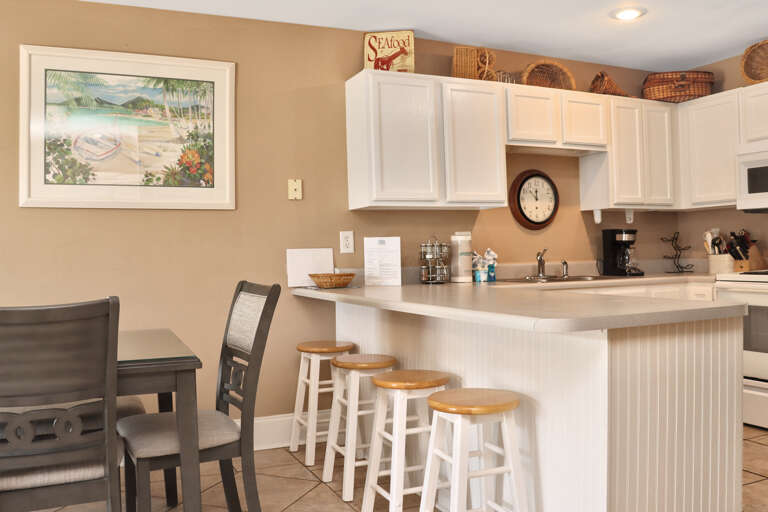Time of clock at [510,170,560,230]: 11:52
